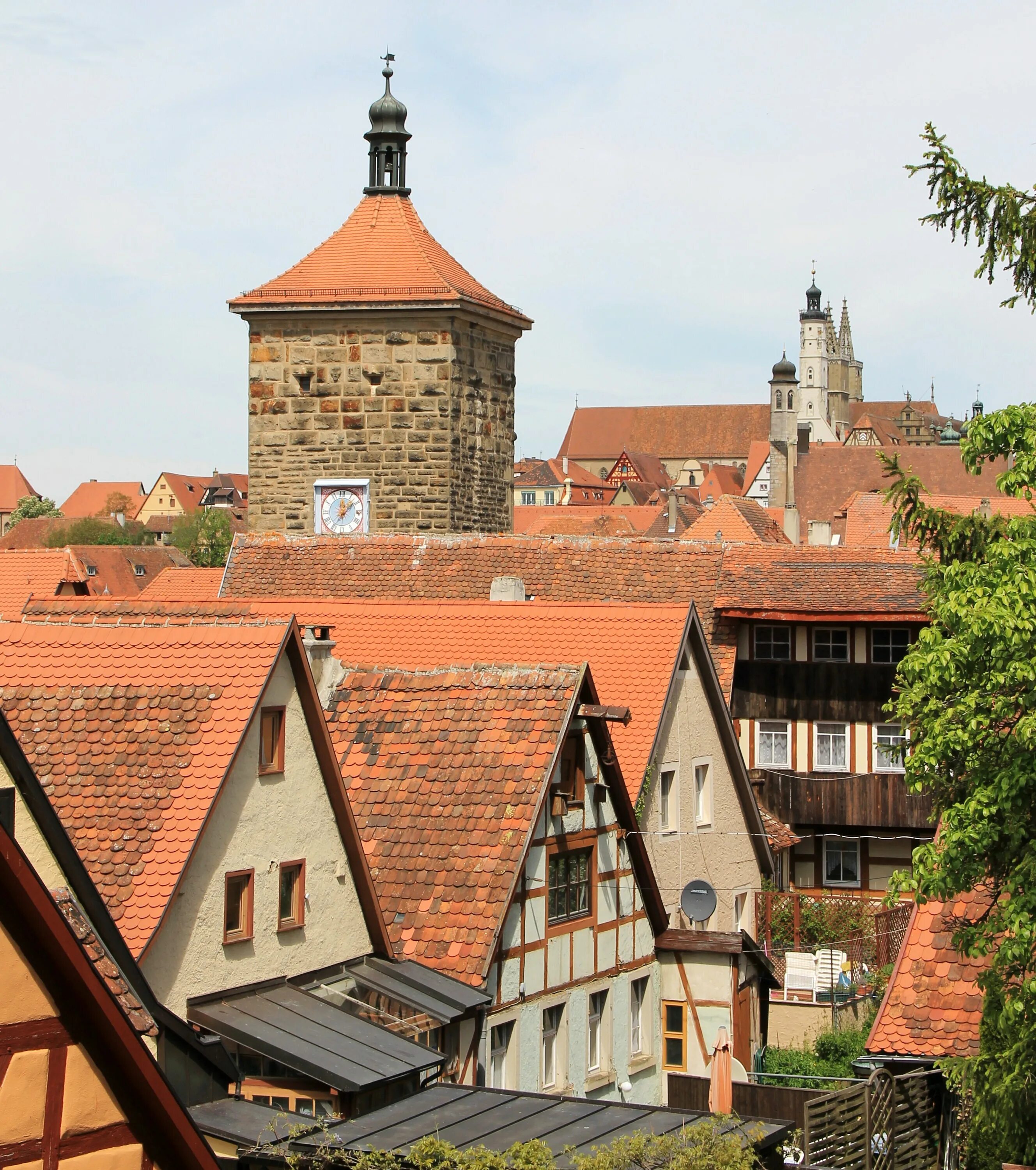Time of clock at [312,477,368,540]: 12:08
